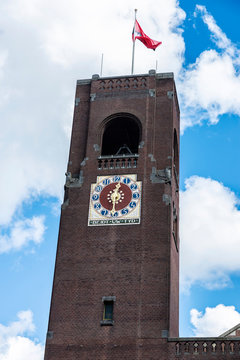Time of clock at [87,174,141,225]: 12:30
